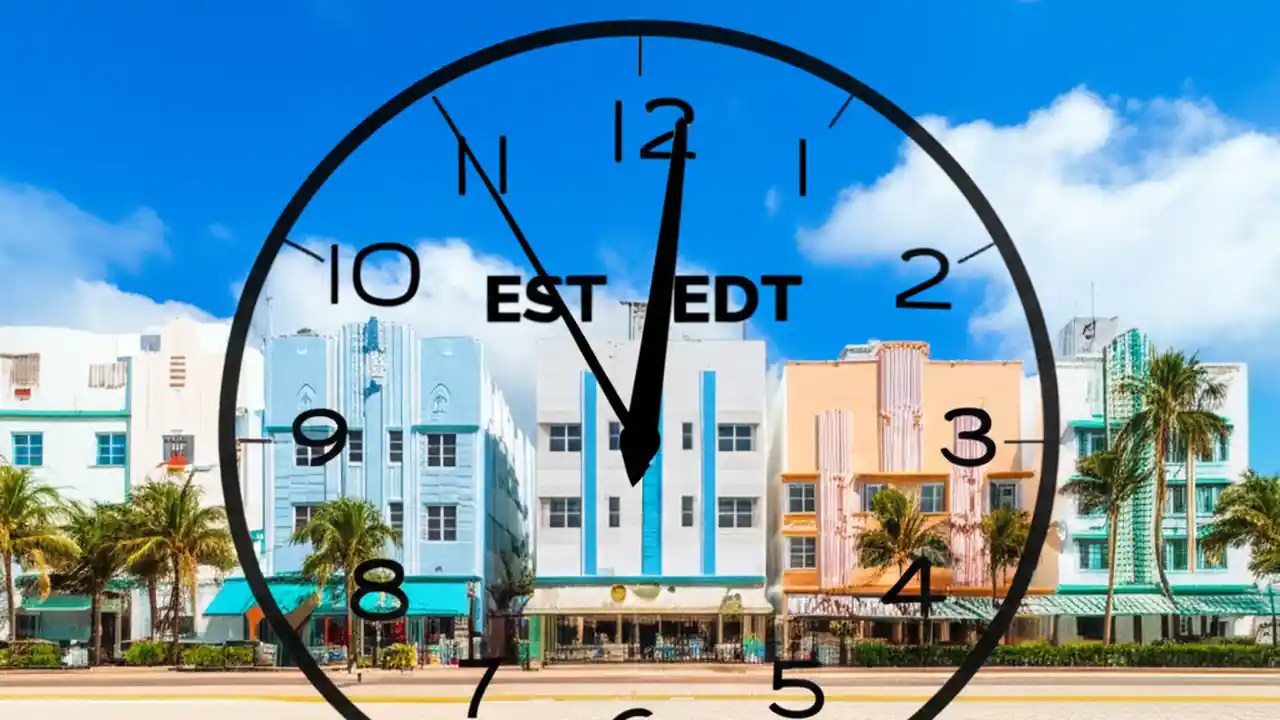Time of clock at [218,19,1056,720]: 11:01
